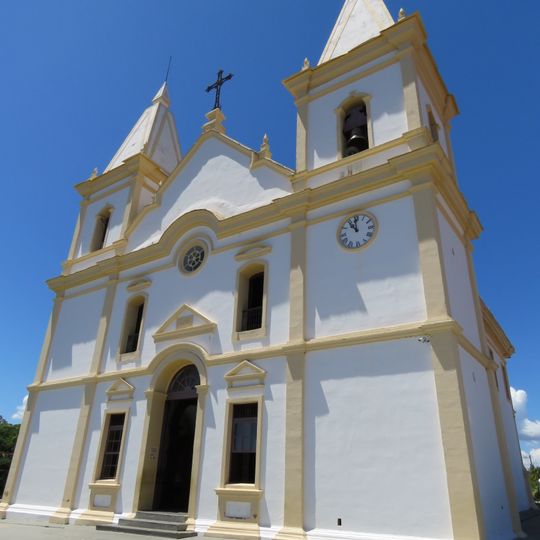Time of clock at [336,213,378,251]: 10:59
